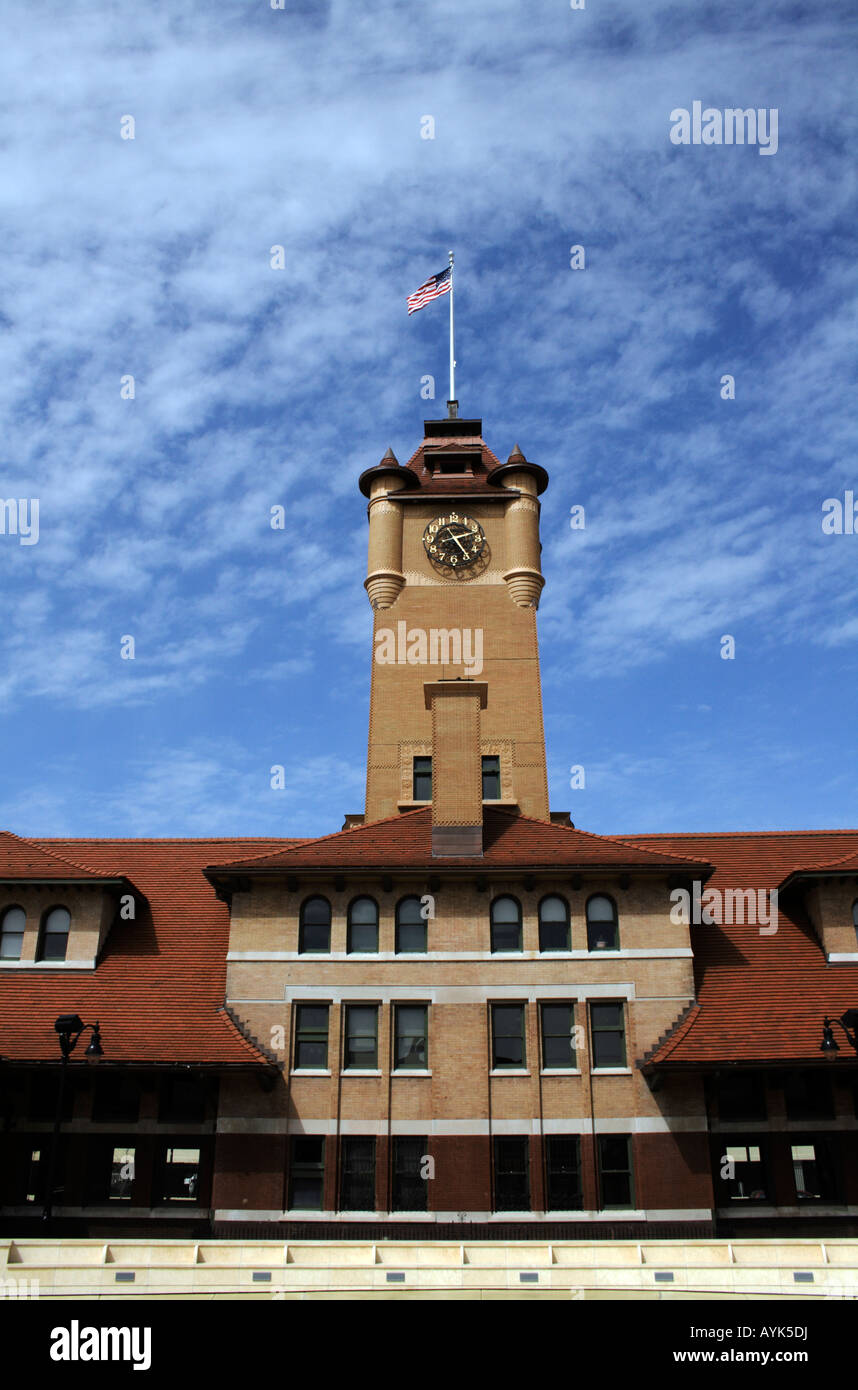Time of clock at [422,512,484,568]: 2:24
